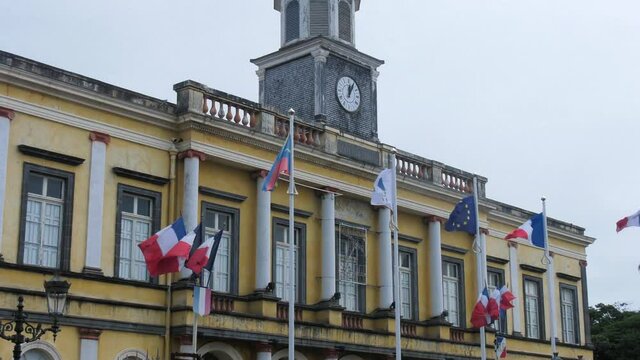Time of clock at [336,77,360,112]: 12:04
